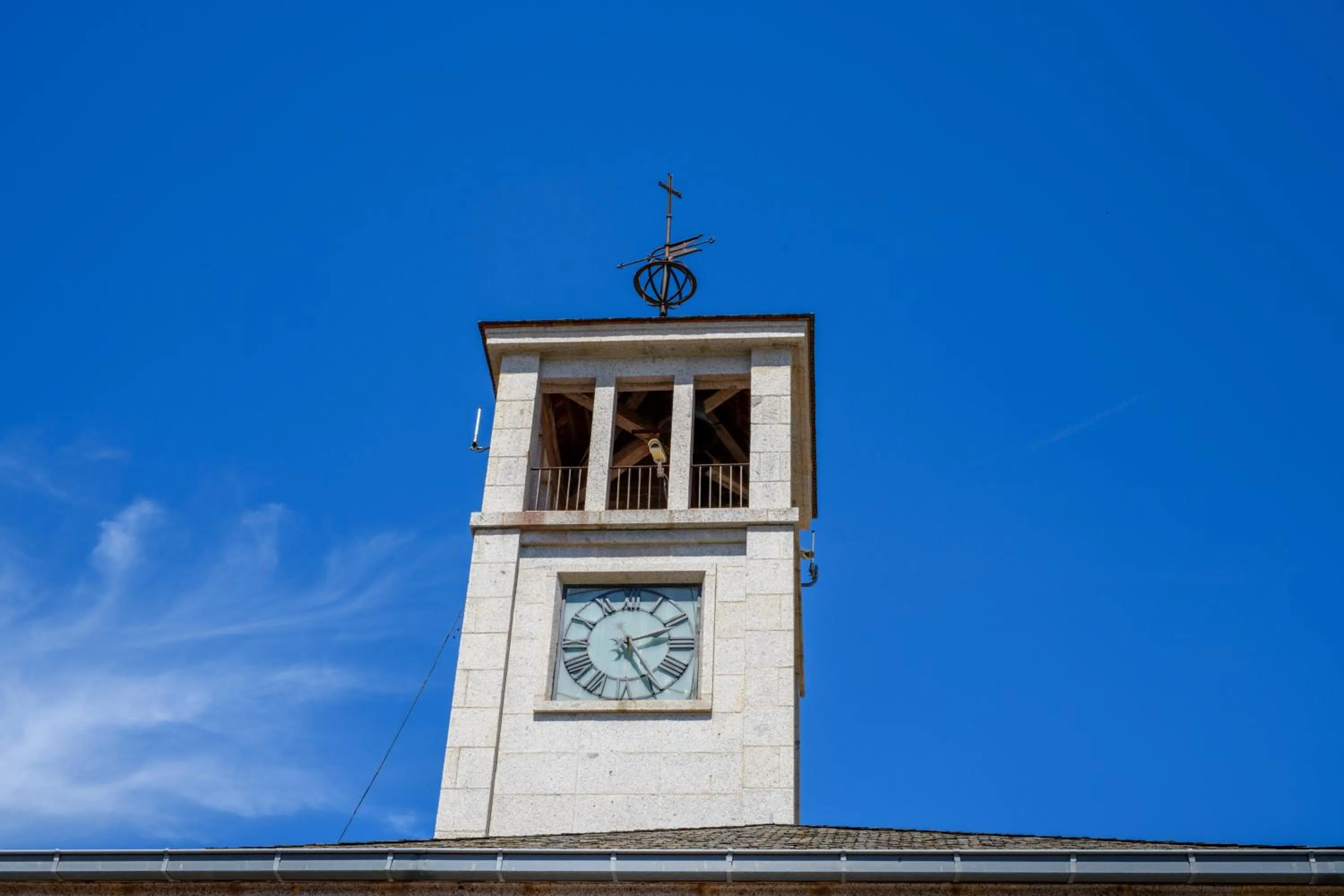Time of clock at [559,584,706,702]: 2:25
